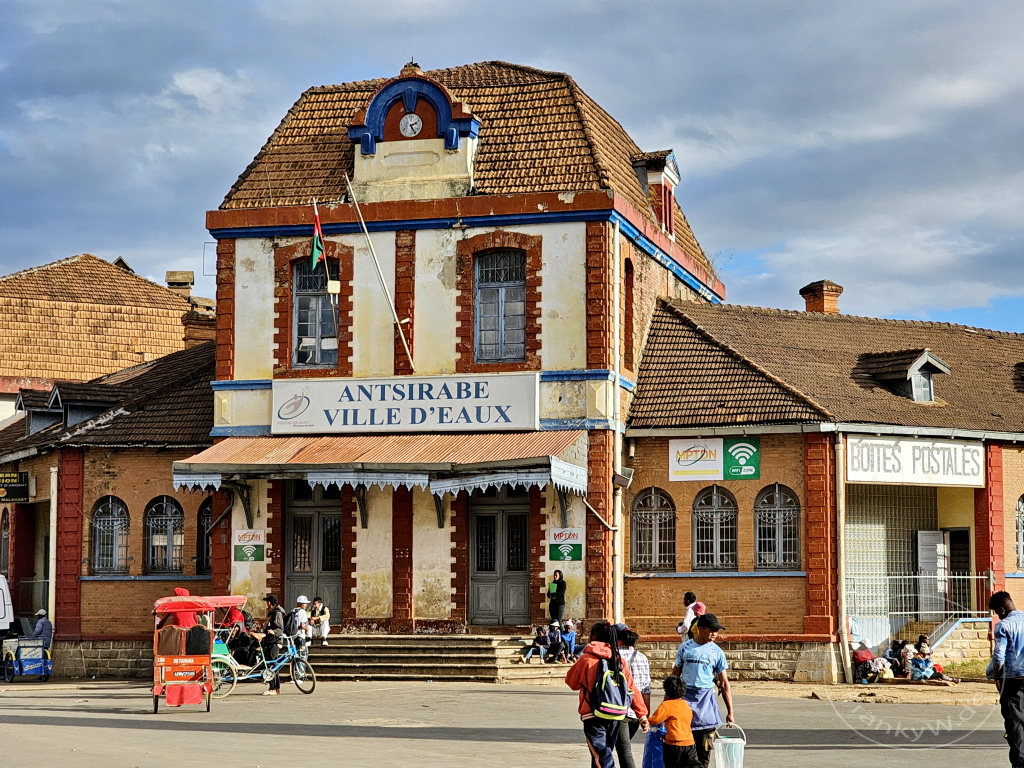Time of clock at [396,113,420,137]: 2:25
